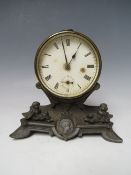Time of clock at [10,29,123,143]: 12:57
